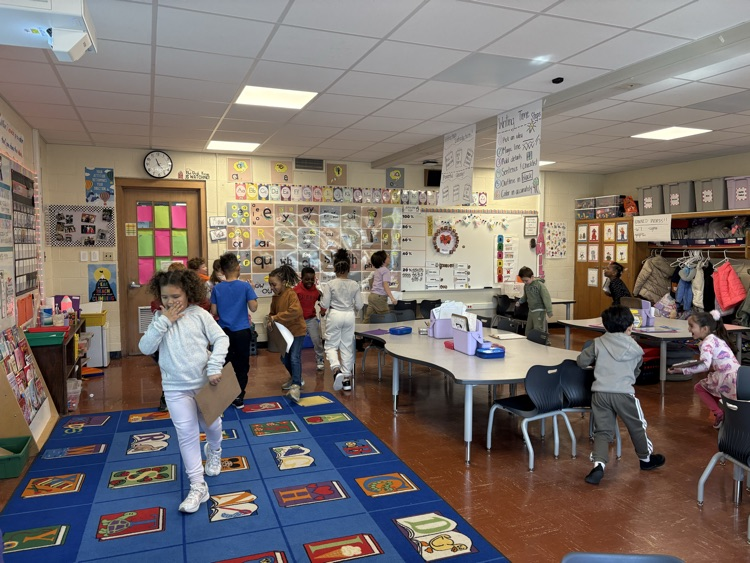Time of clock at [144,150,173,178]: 11:23
